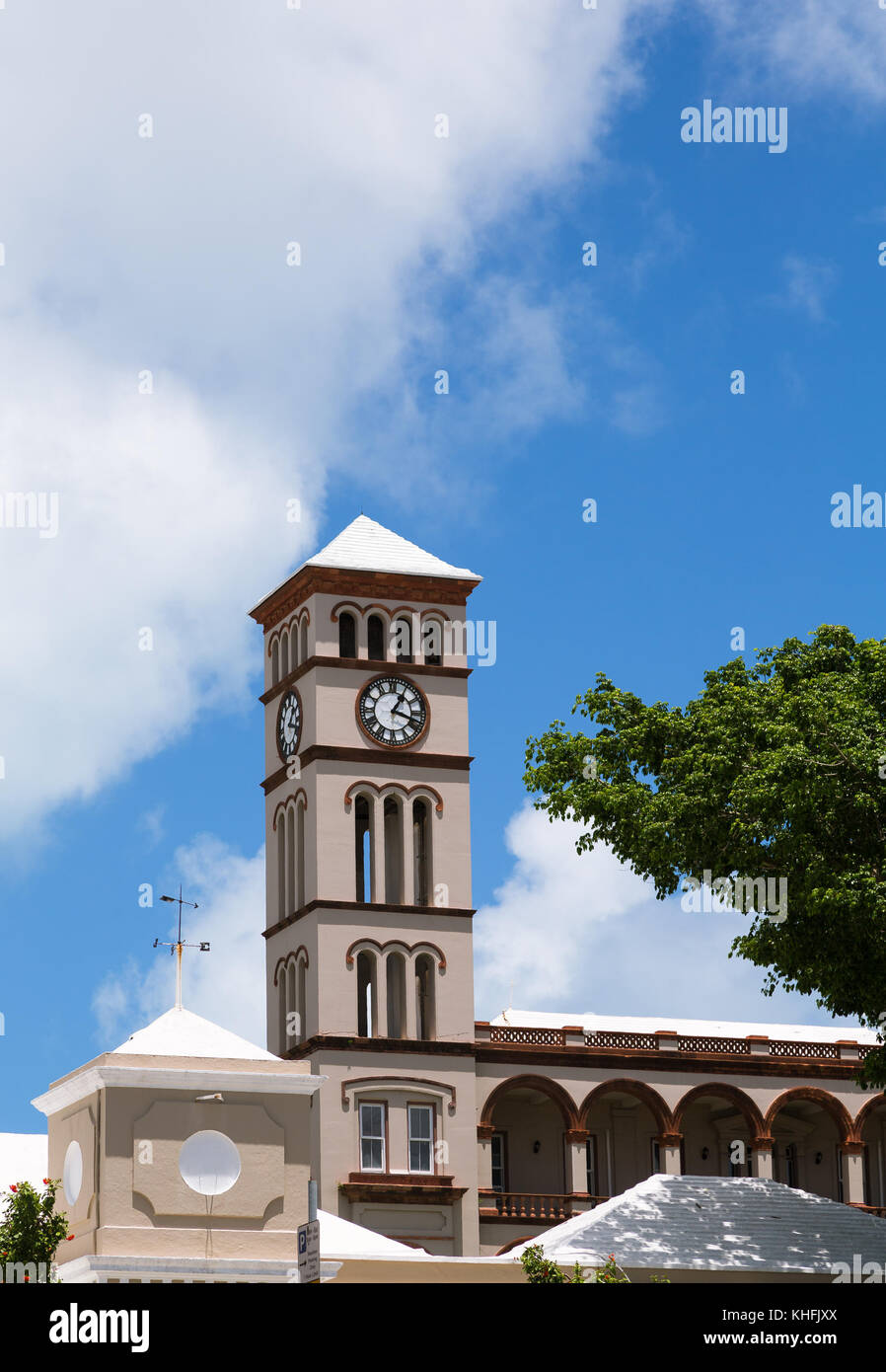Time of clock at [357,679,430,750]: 1:18
